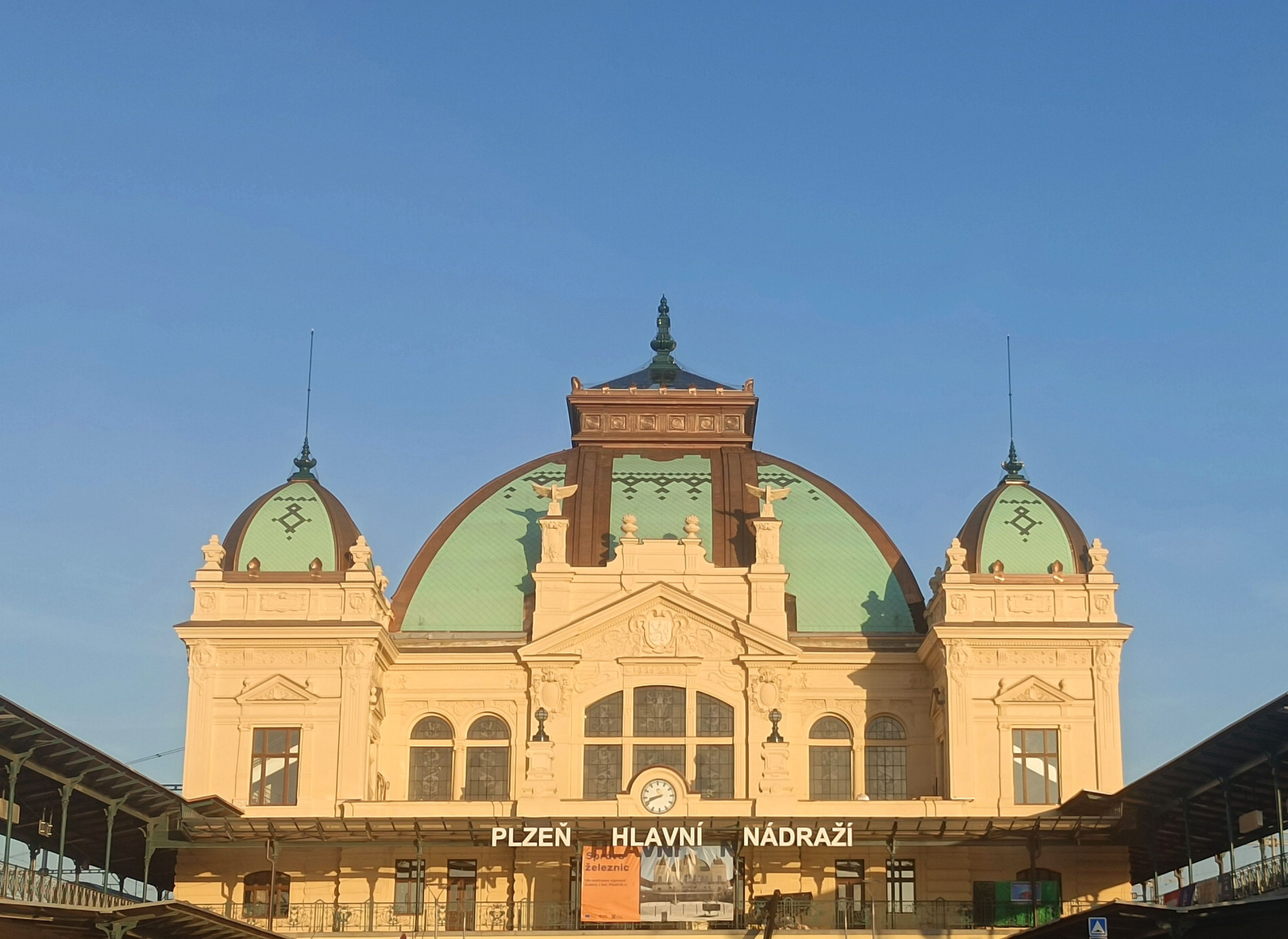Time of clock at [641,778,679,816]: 8:41
